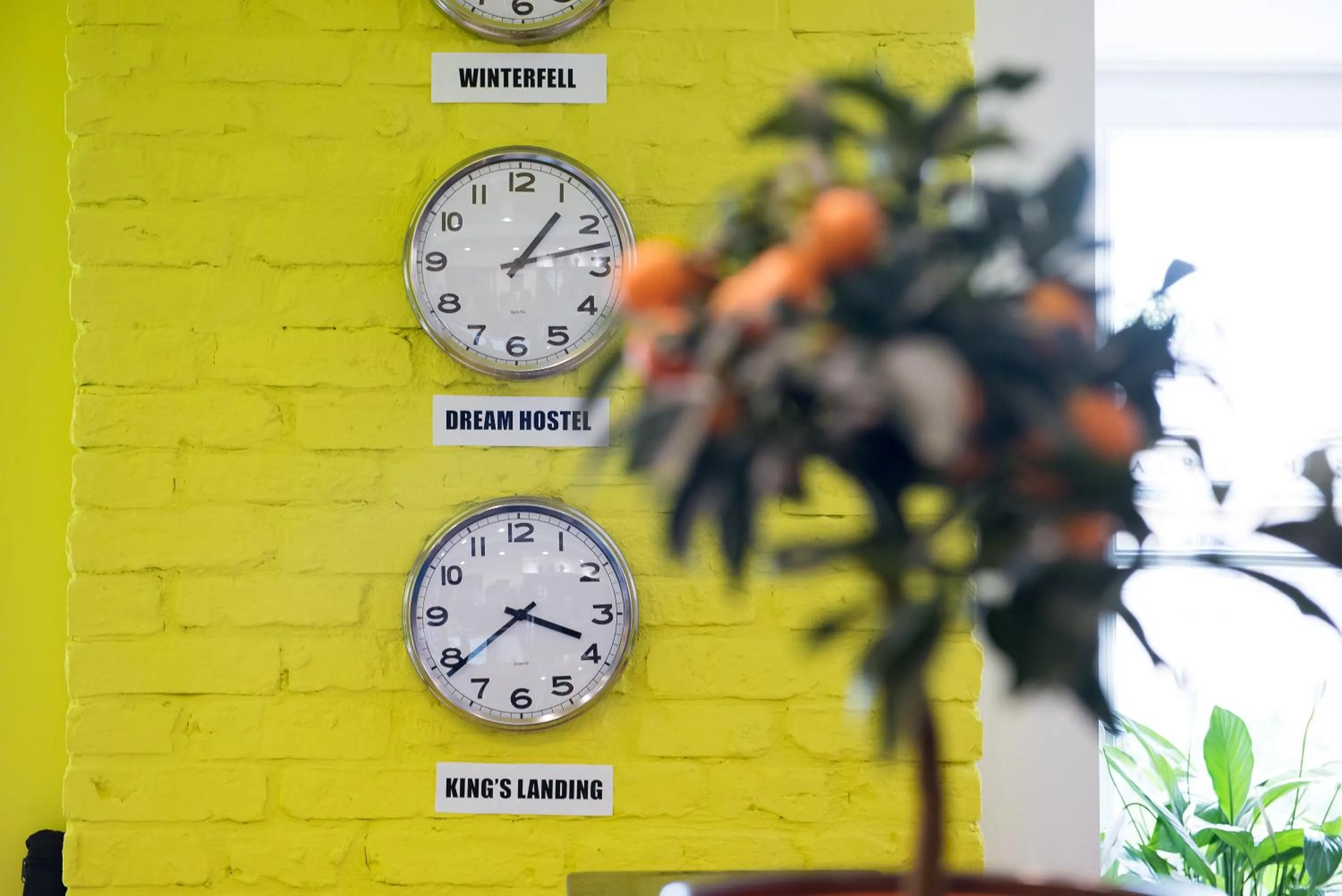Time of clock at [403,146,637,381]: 1:12
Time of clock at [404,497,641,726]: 3:38
